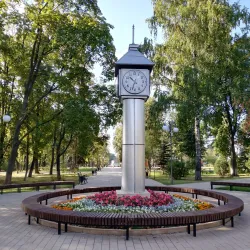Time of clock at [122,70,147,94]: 10:33
